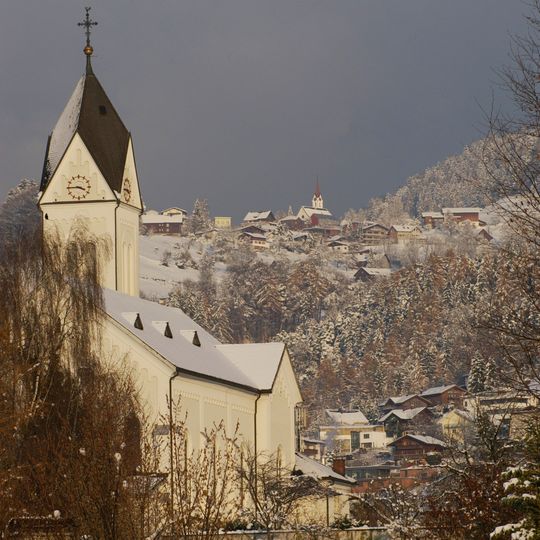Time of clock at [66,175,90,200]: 3:45
